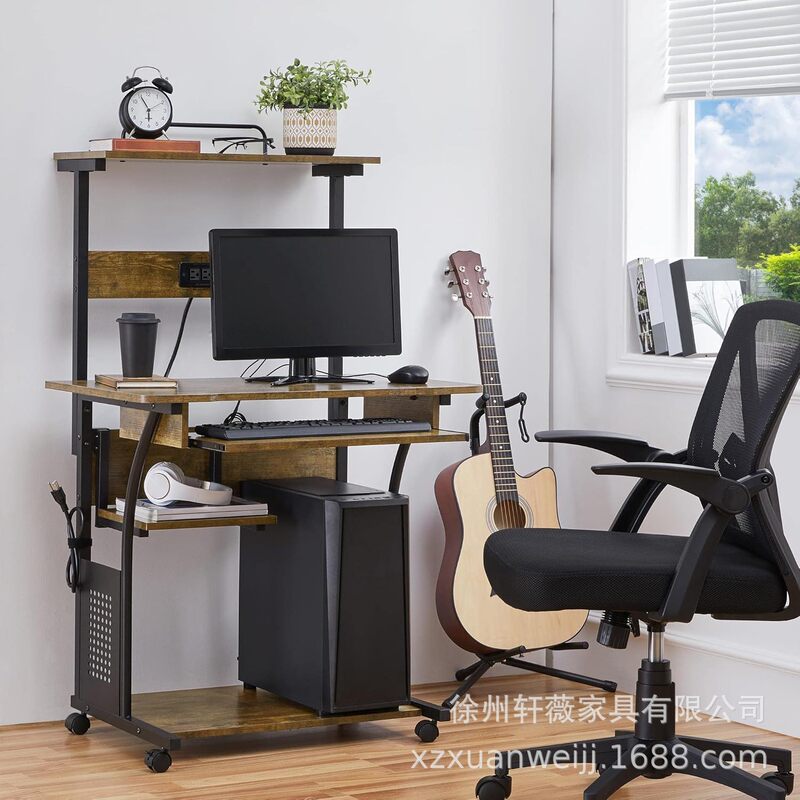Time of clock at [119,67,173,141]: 5:55
